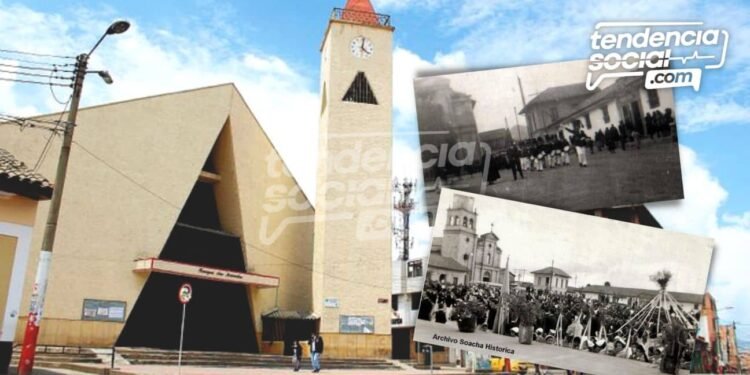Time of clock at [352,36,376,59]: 4:01
